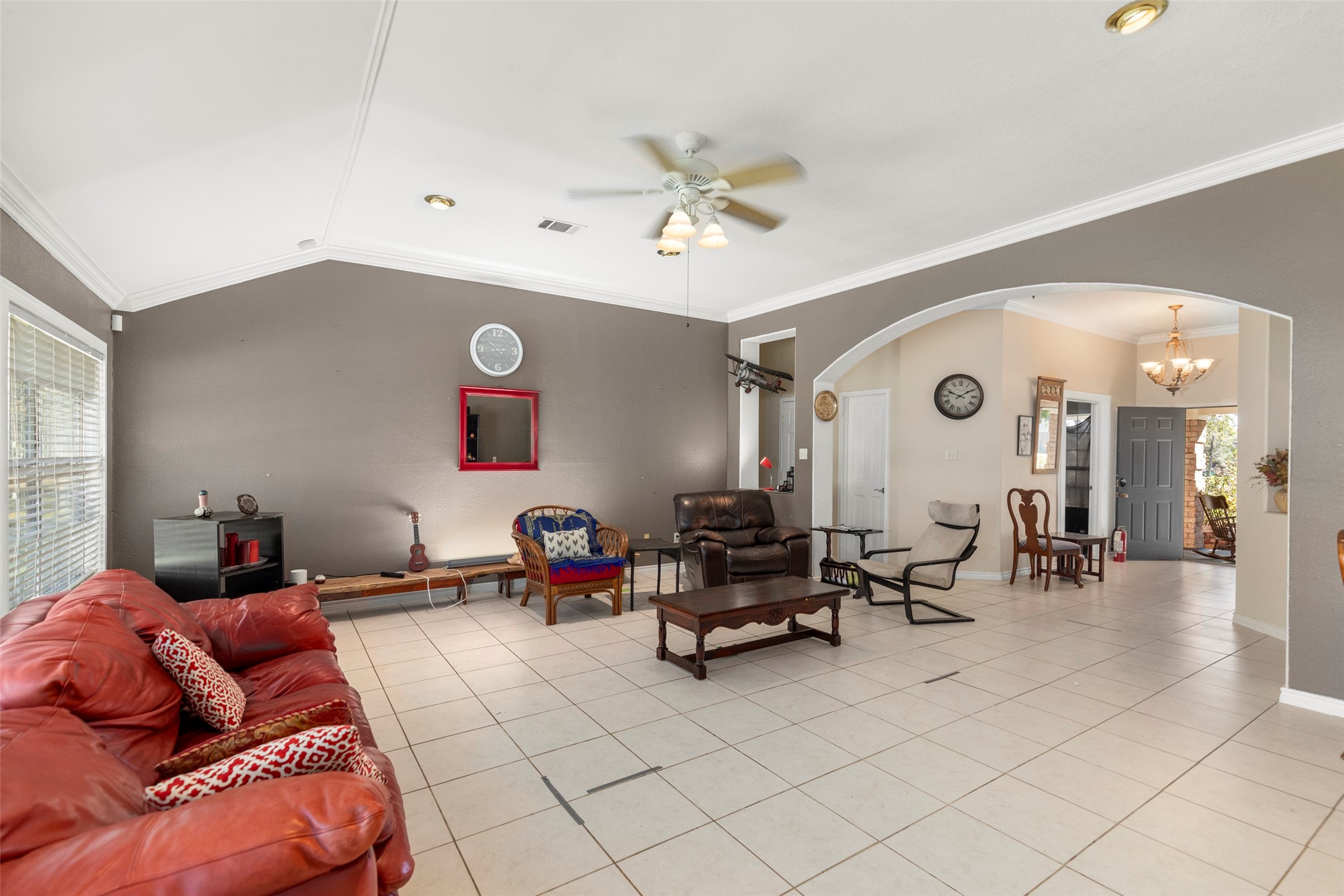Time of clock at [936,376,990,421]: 1:48
